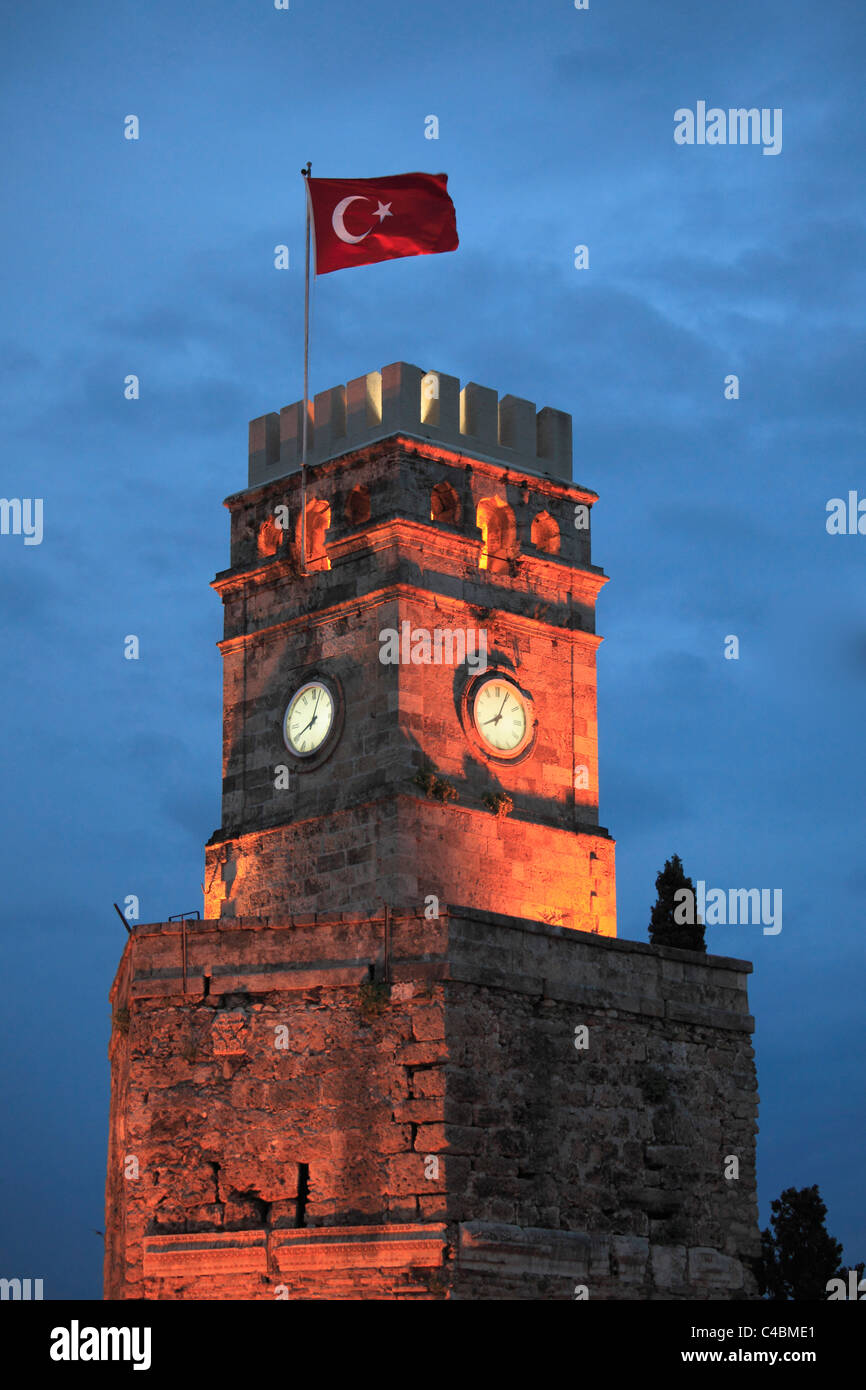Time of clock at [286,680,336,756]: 8:03
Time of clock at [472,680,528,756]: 8:04
